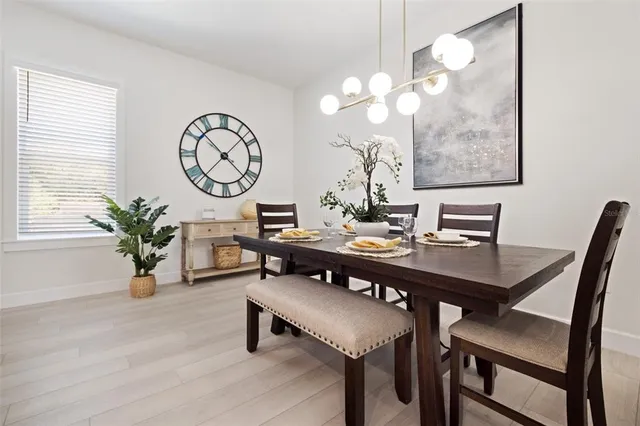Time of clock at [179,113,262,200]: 10:22
